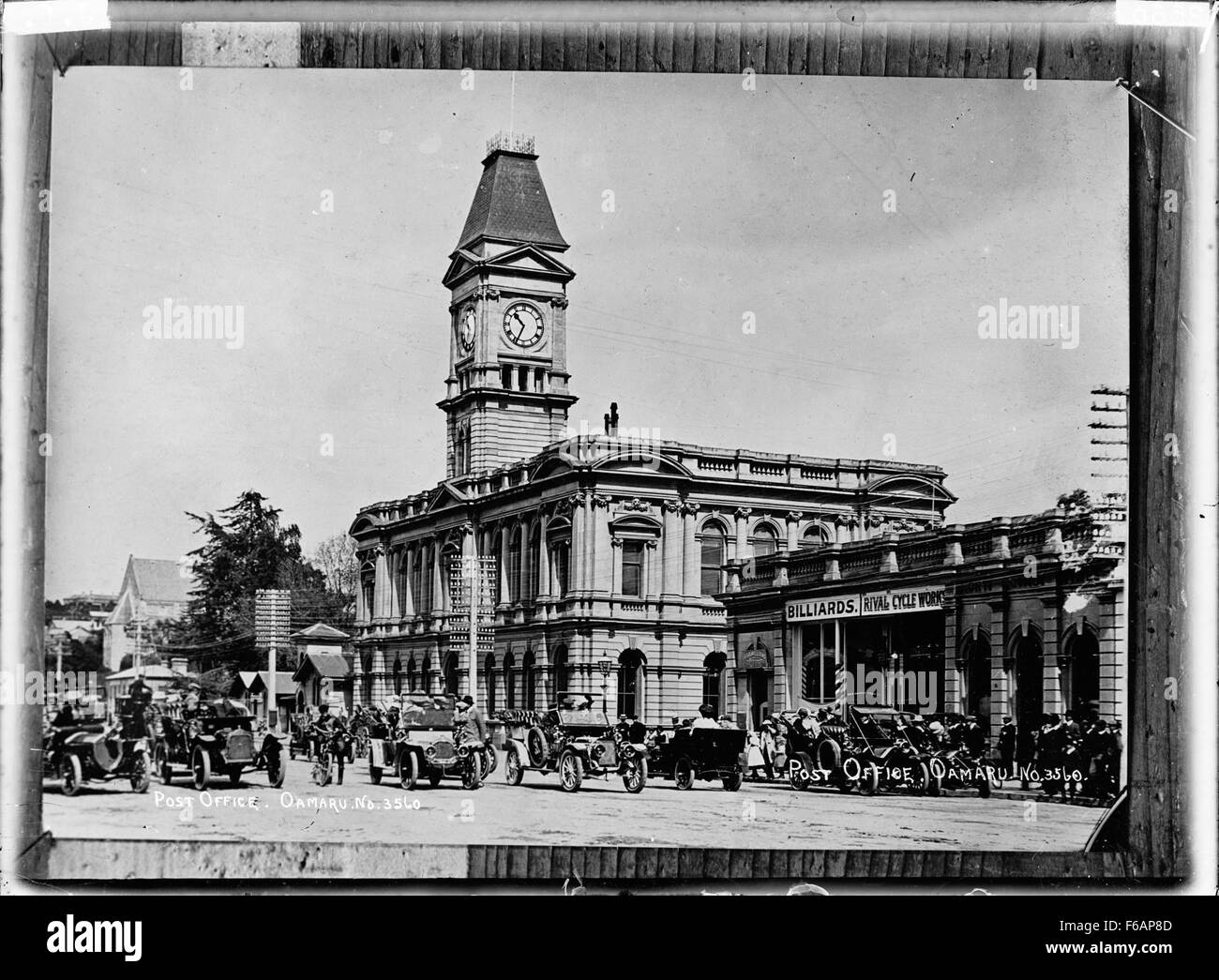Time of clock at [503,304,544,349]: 10:34
